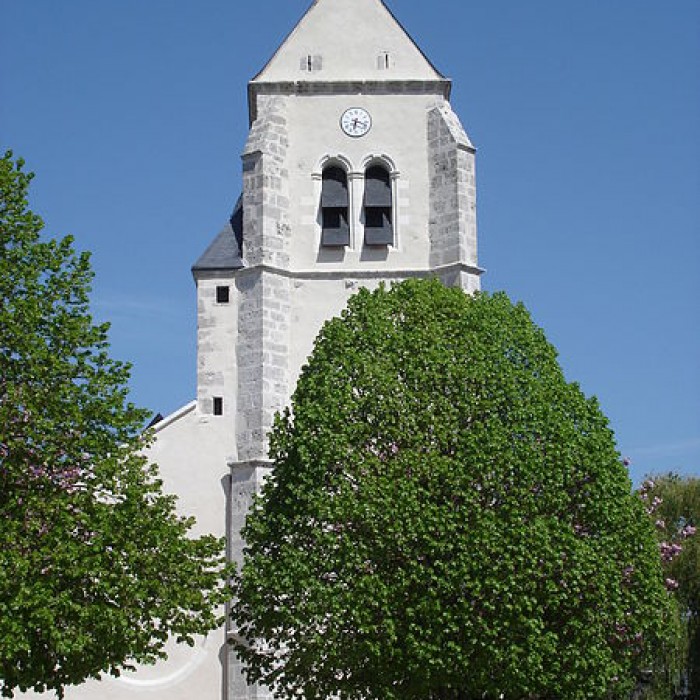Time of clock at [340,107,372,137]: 6:17
